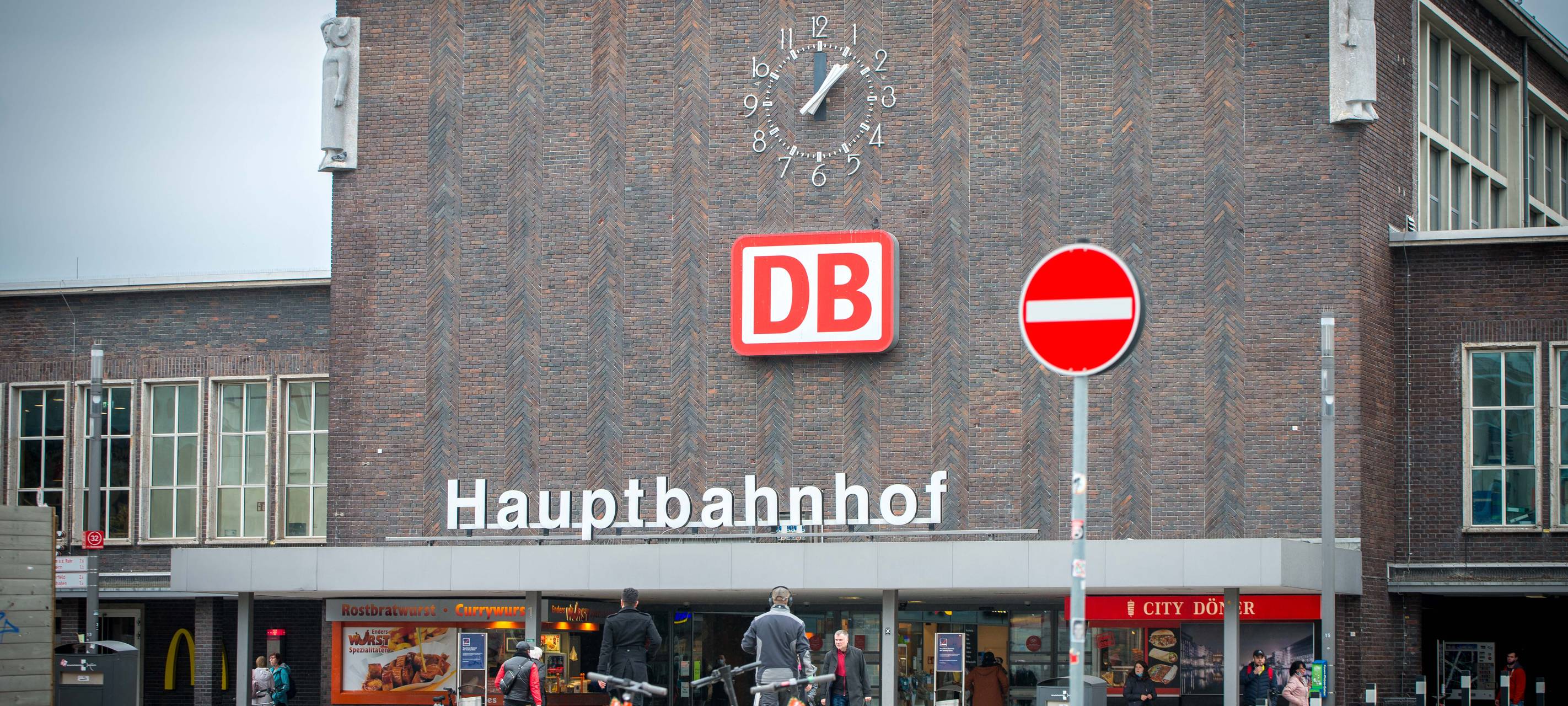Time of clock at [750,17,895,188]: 1:07
